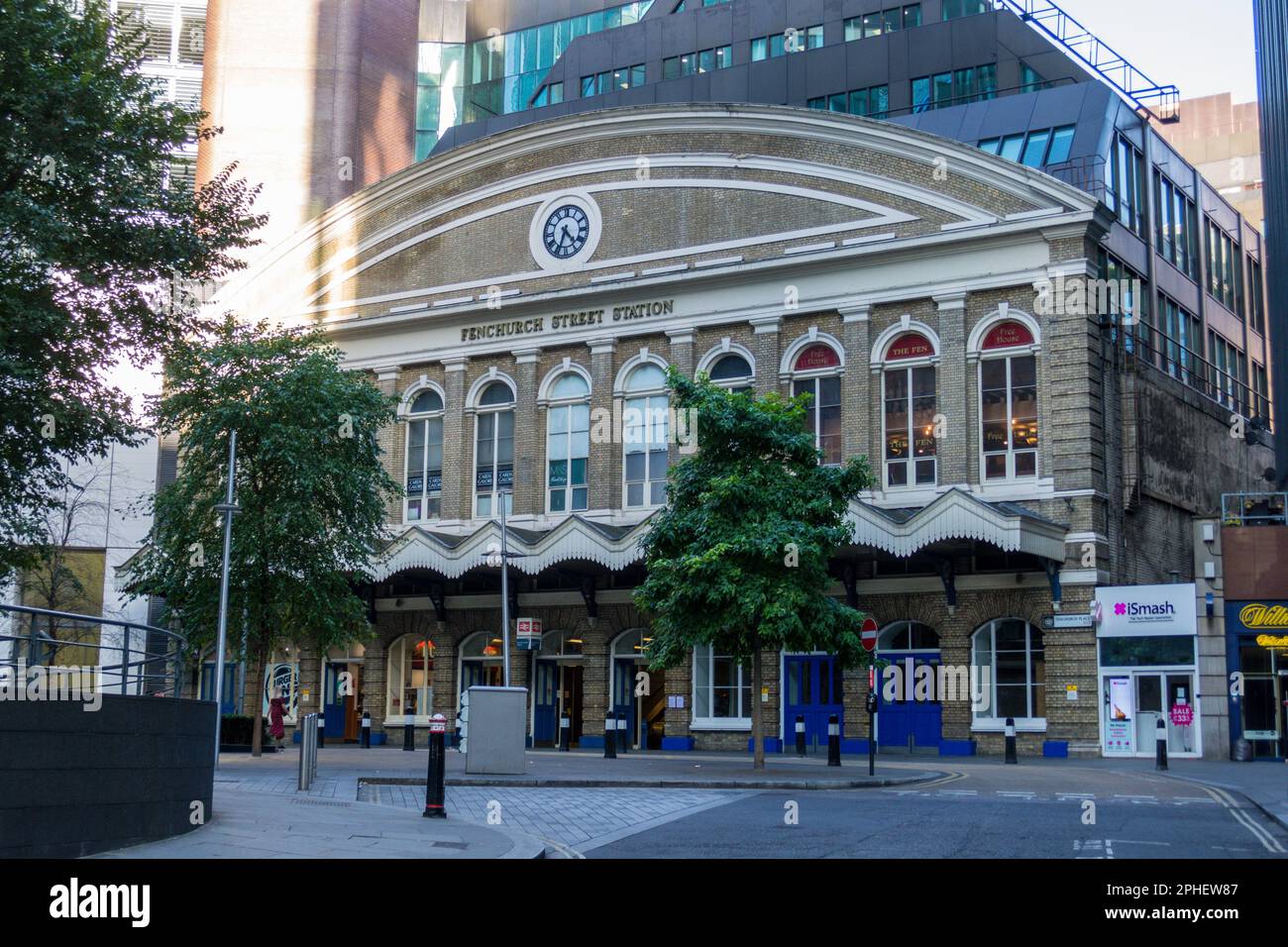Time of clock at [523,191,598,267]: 4:33
